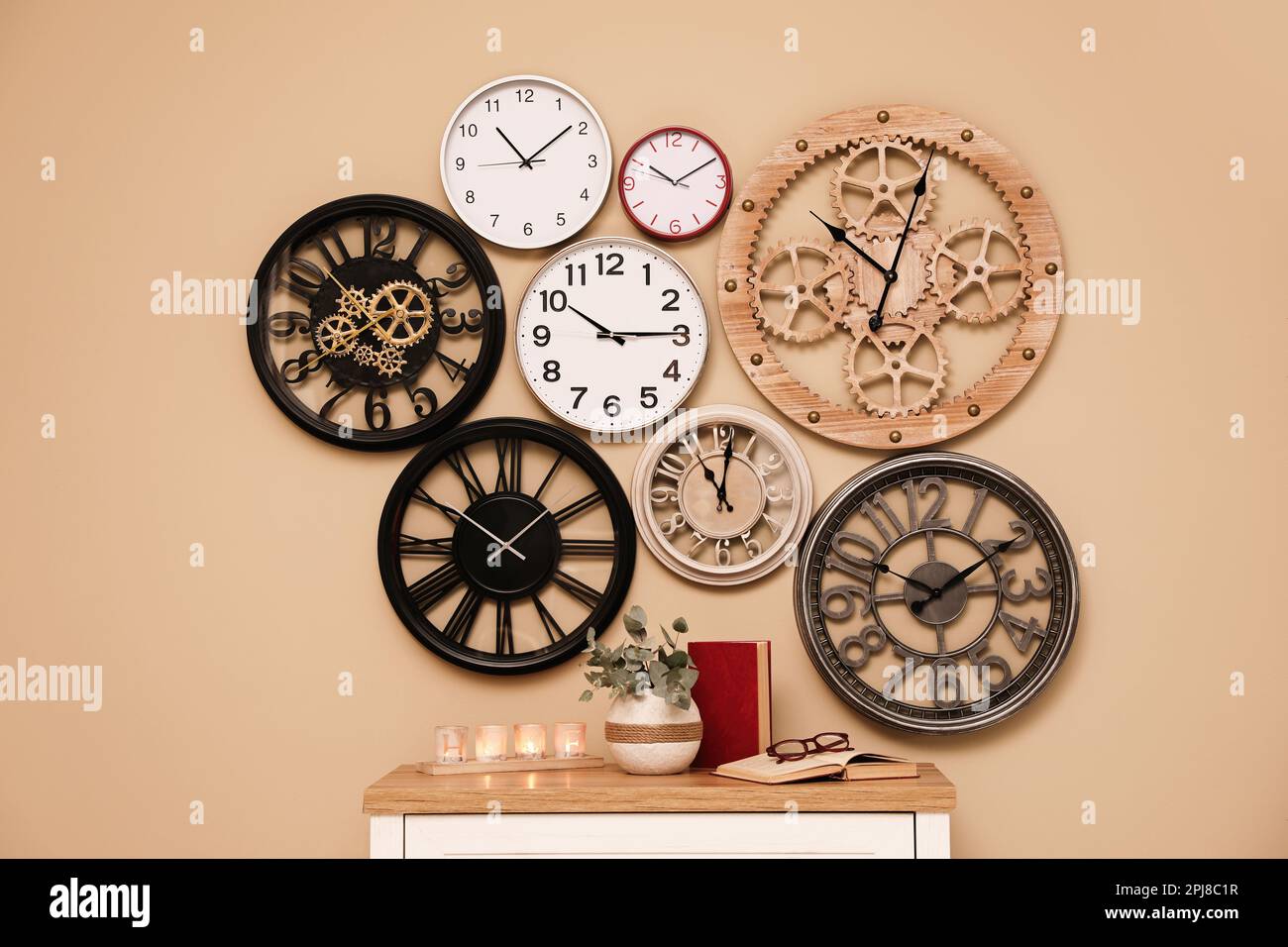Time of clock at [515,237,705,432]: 10:14
